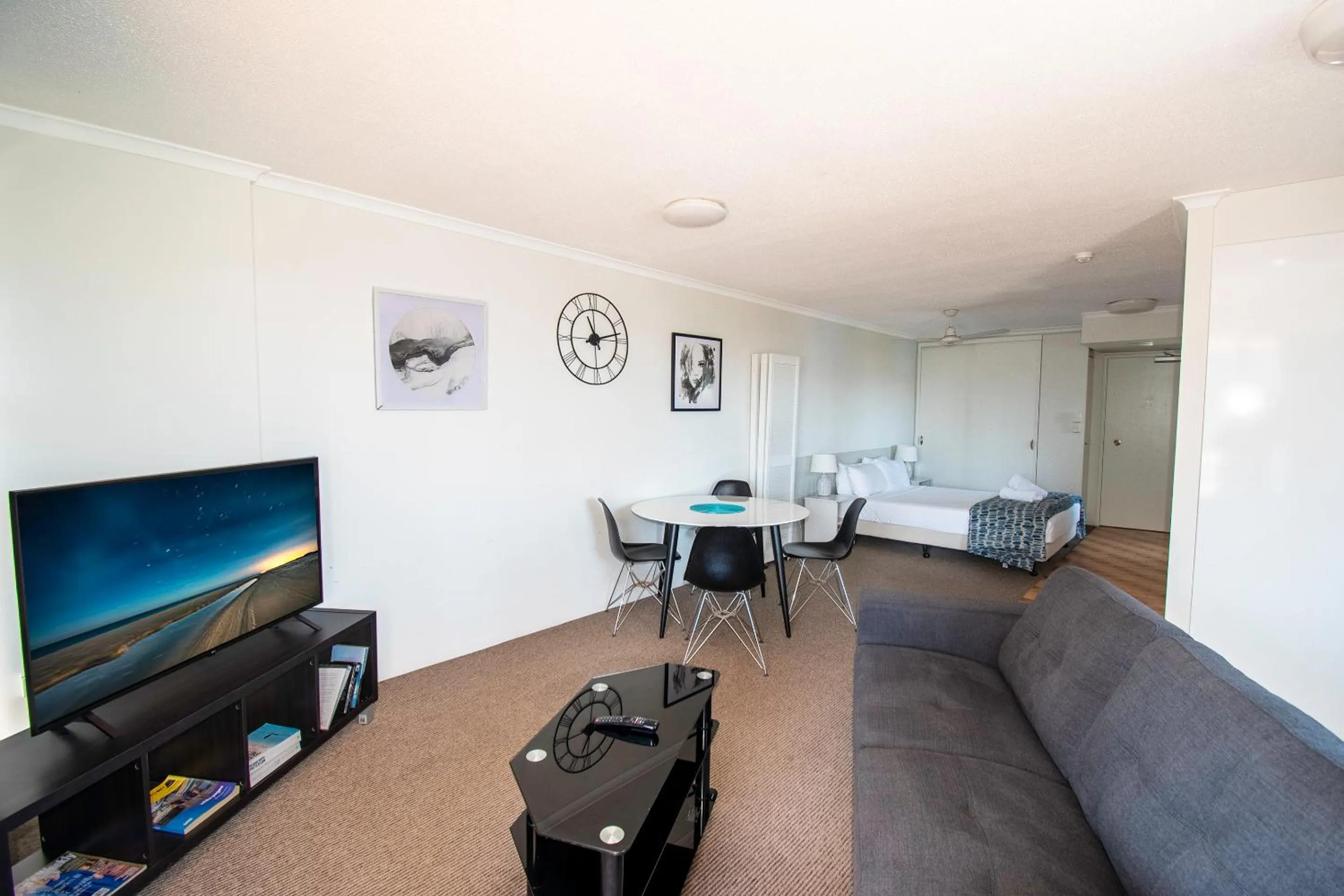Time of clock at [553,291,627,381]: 11:12
